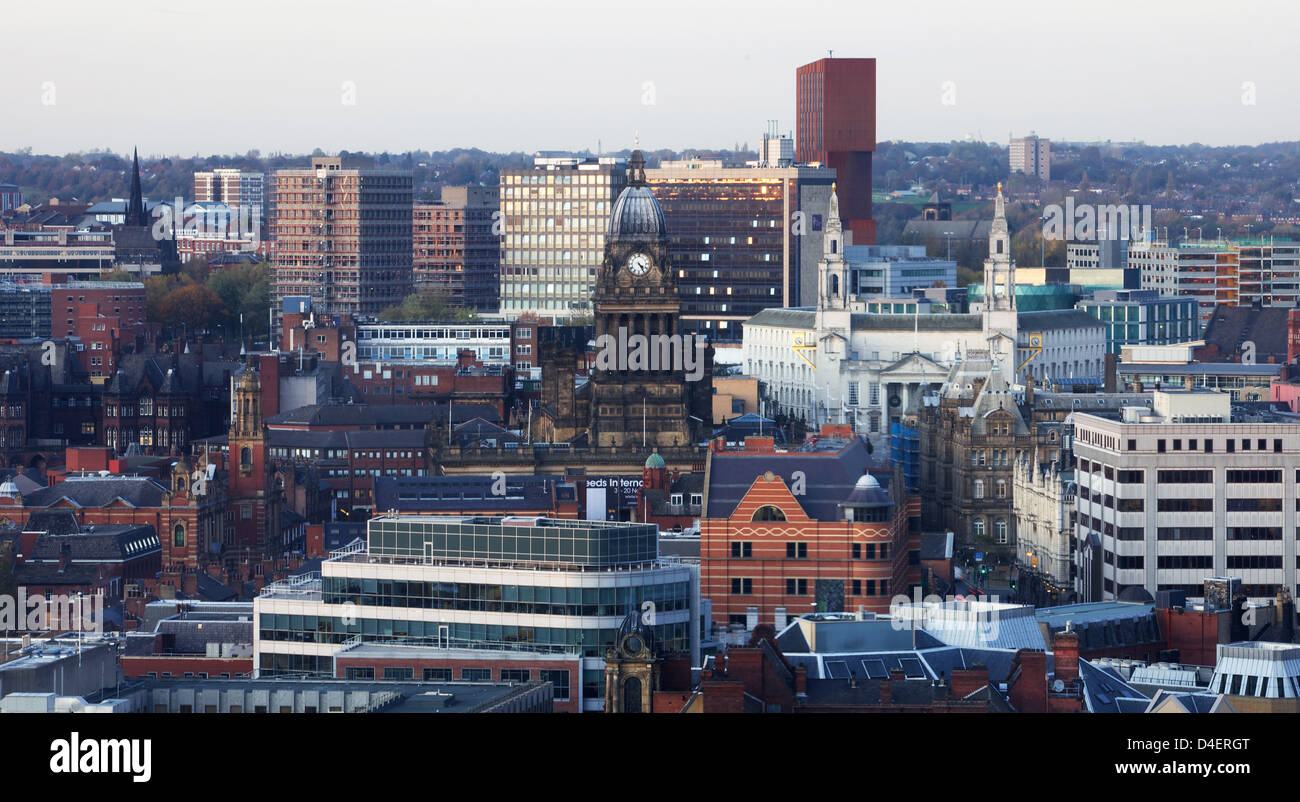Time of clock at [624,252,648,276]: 4:24
